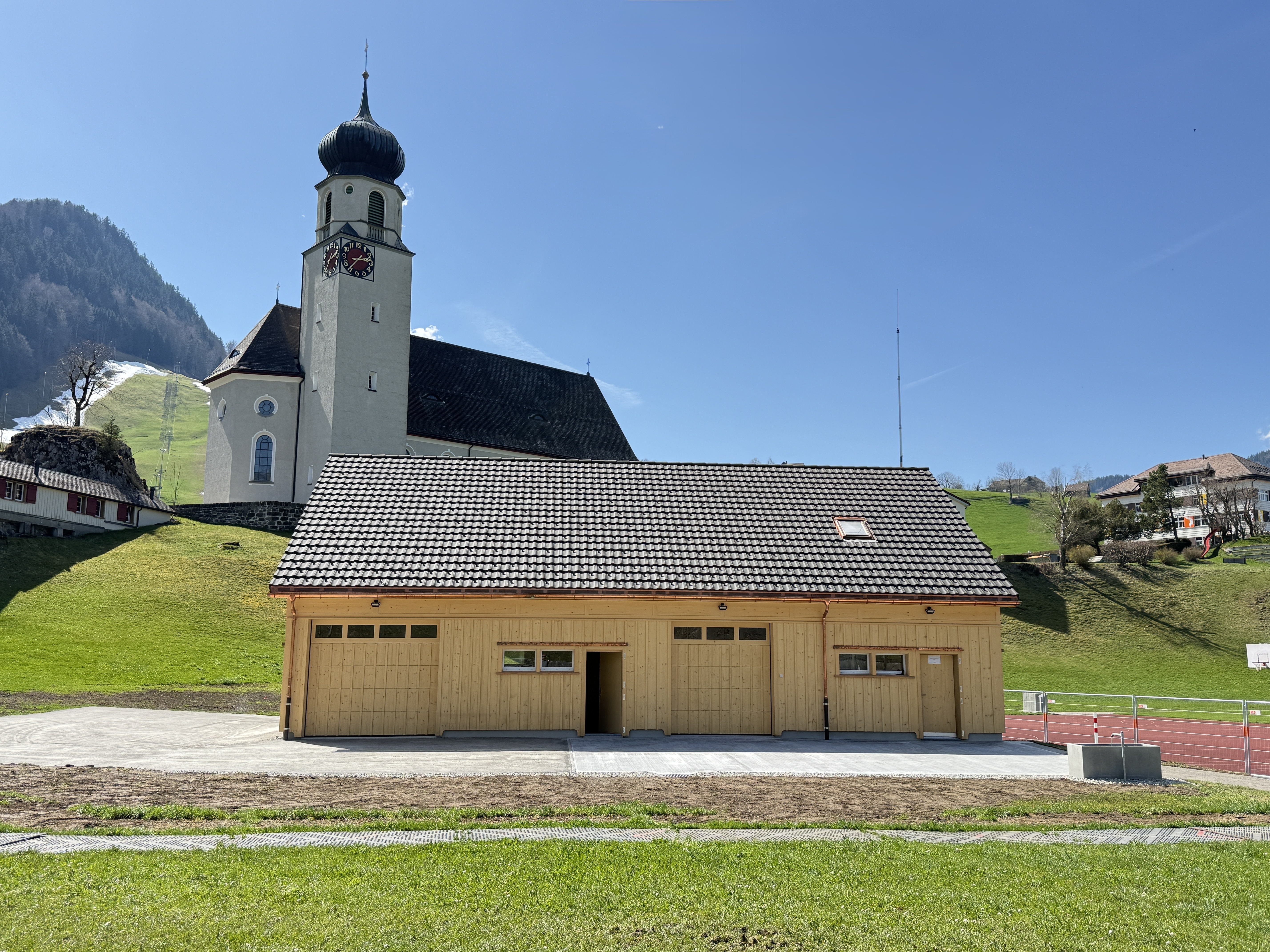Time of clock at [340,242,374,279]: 2:36
